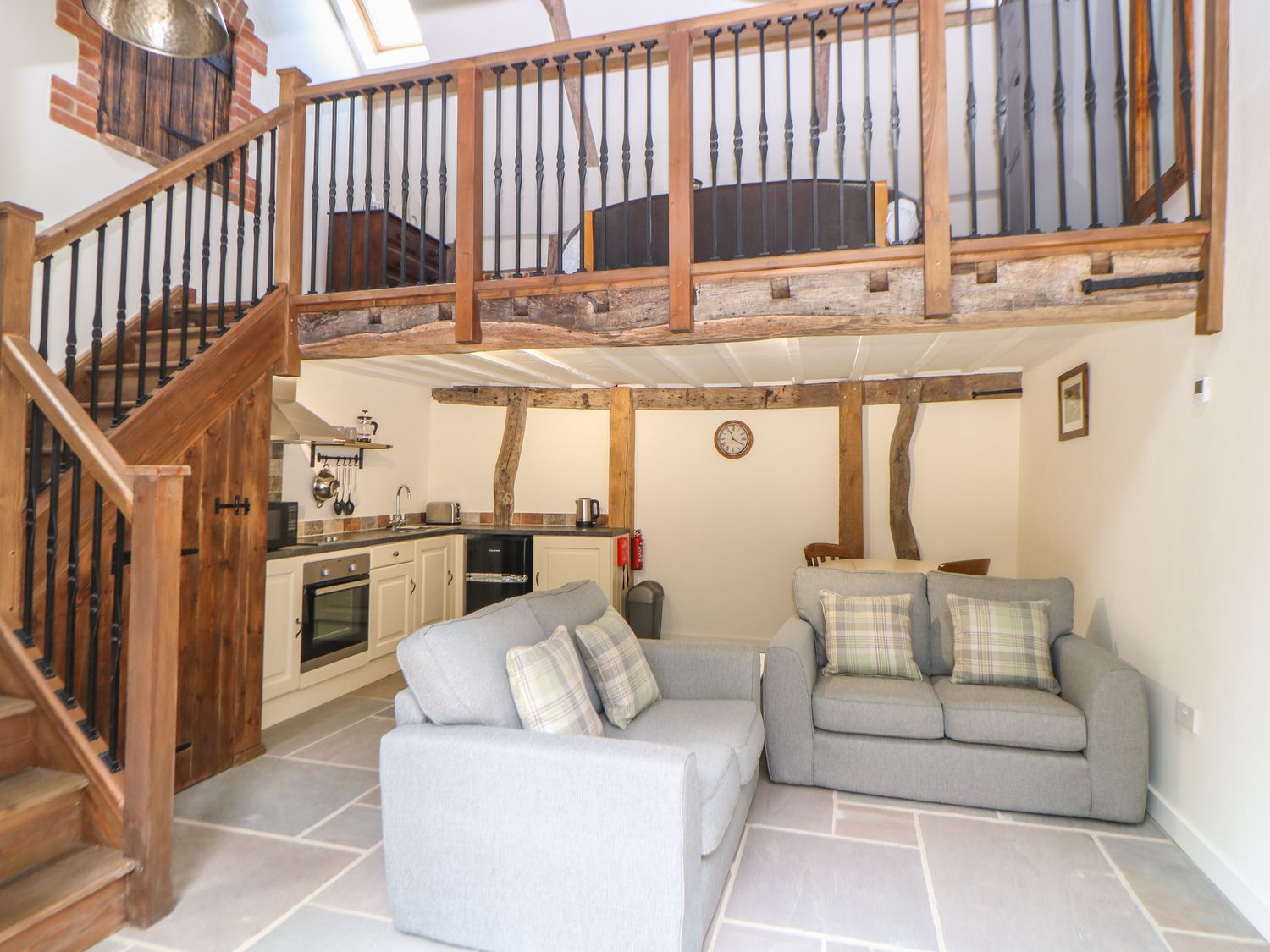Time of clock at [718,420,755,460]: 11:19
